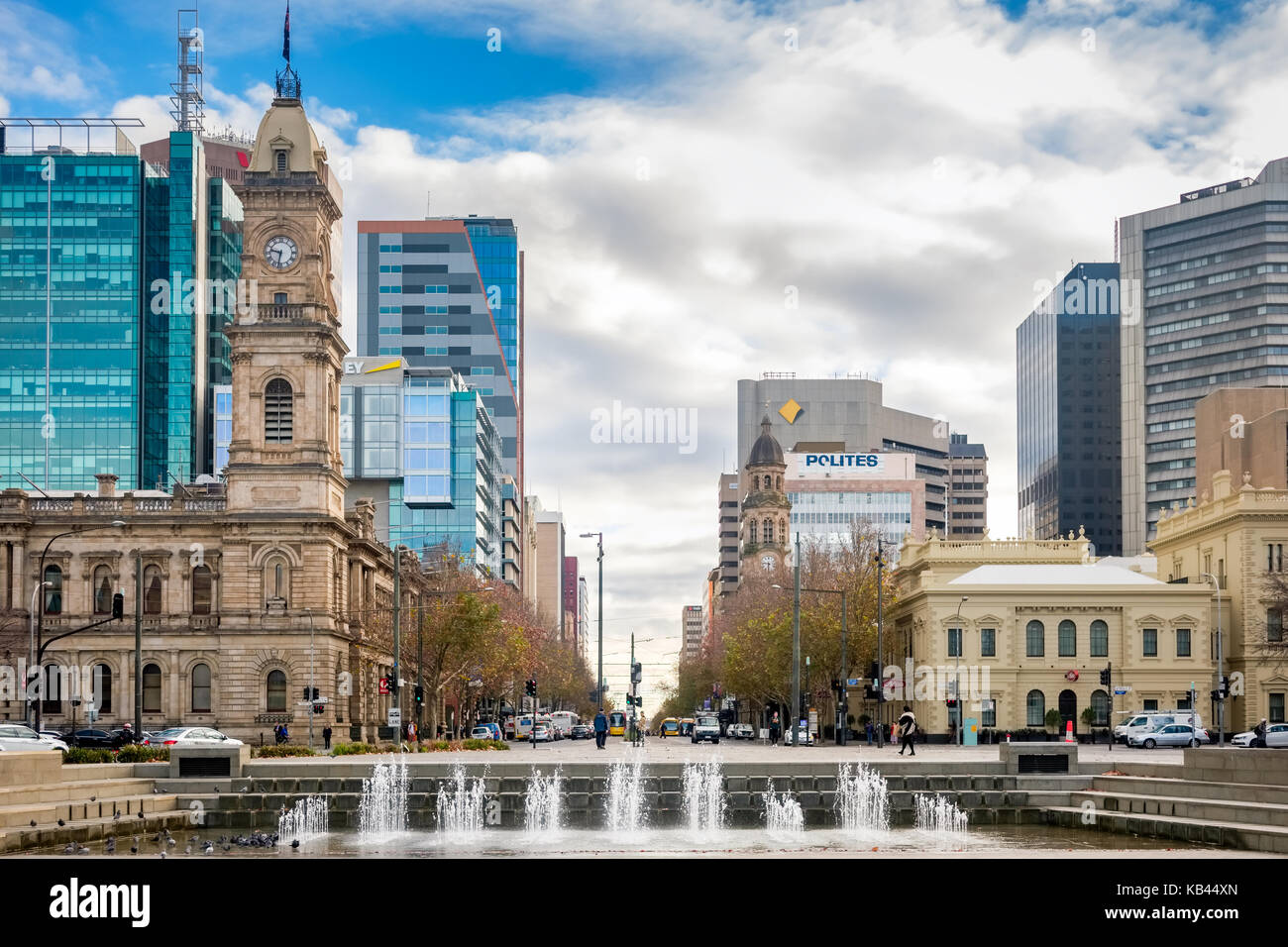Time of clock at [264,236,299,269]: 9:32
